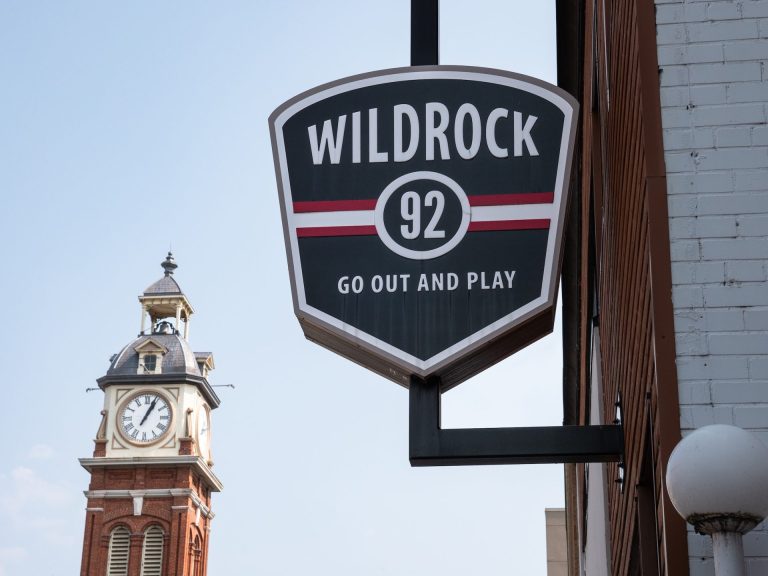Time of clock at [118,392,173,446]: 1:04
